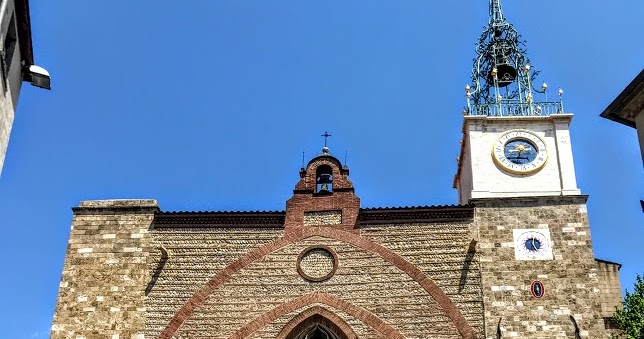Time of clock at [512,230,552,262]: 5:01
